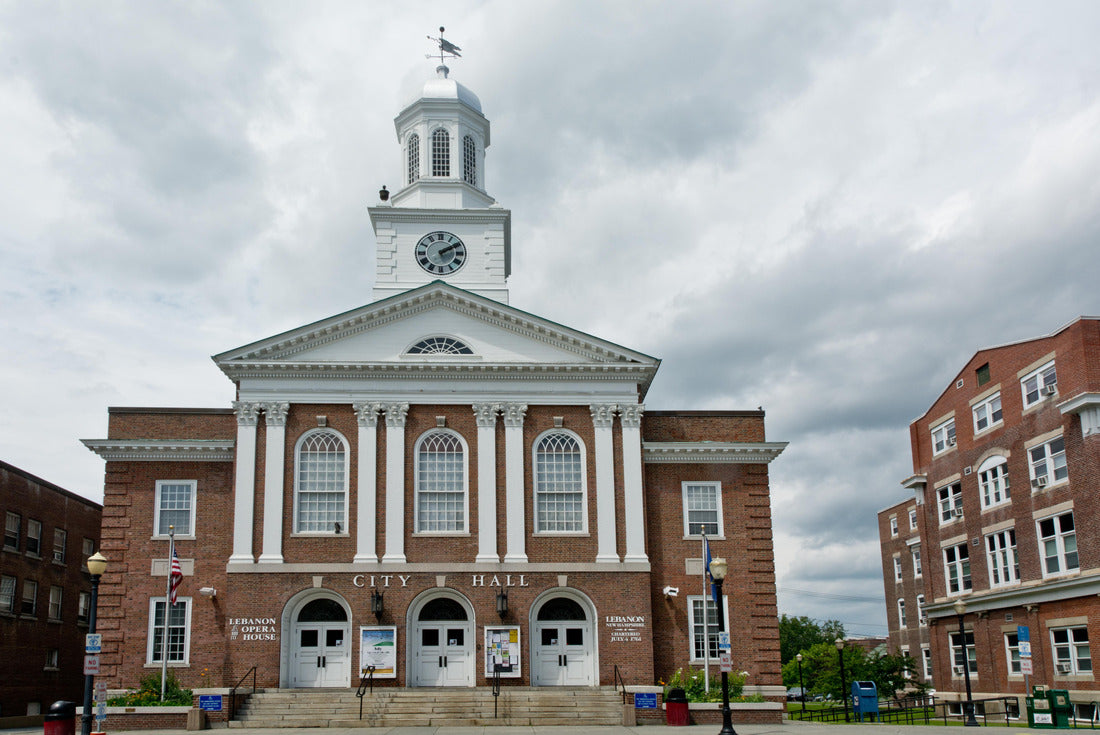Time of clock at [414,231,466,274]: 2:09
